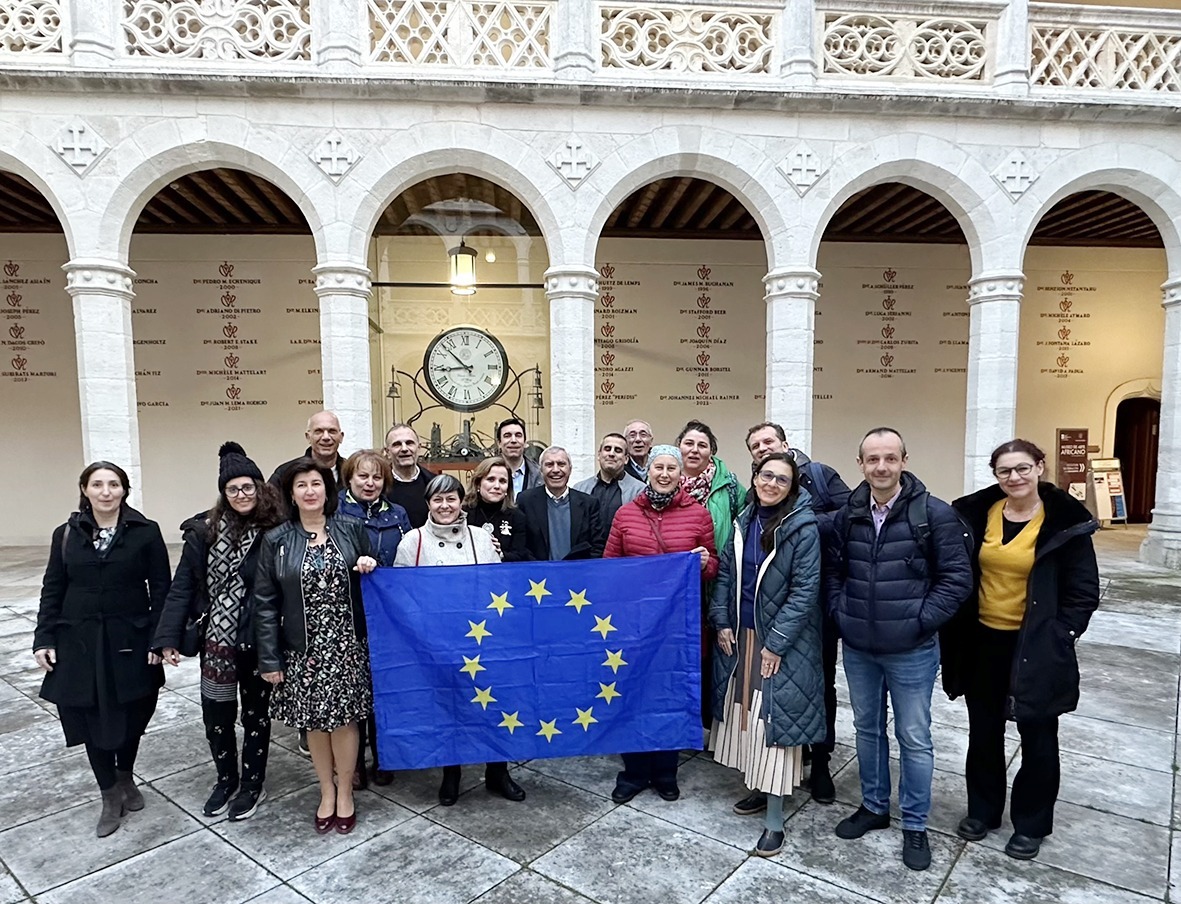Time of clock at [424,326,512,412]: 8:52
